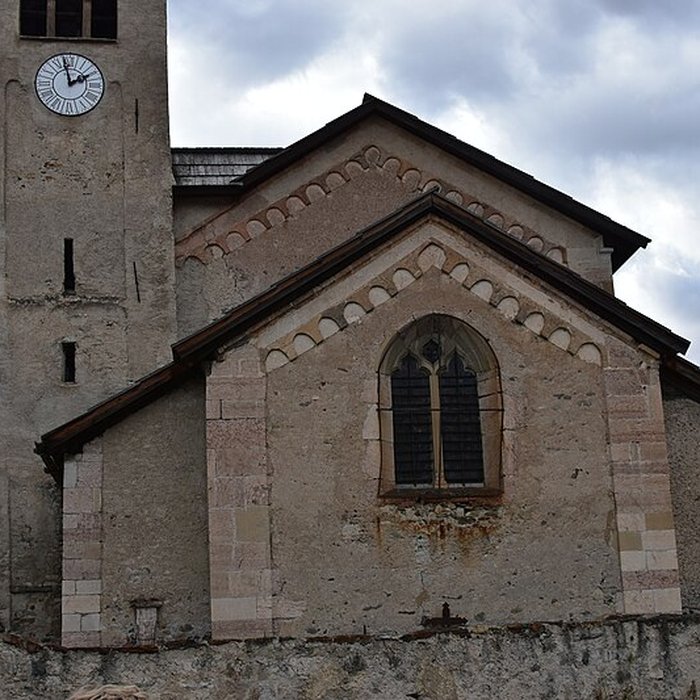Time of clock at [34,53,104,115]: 1:57
